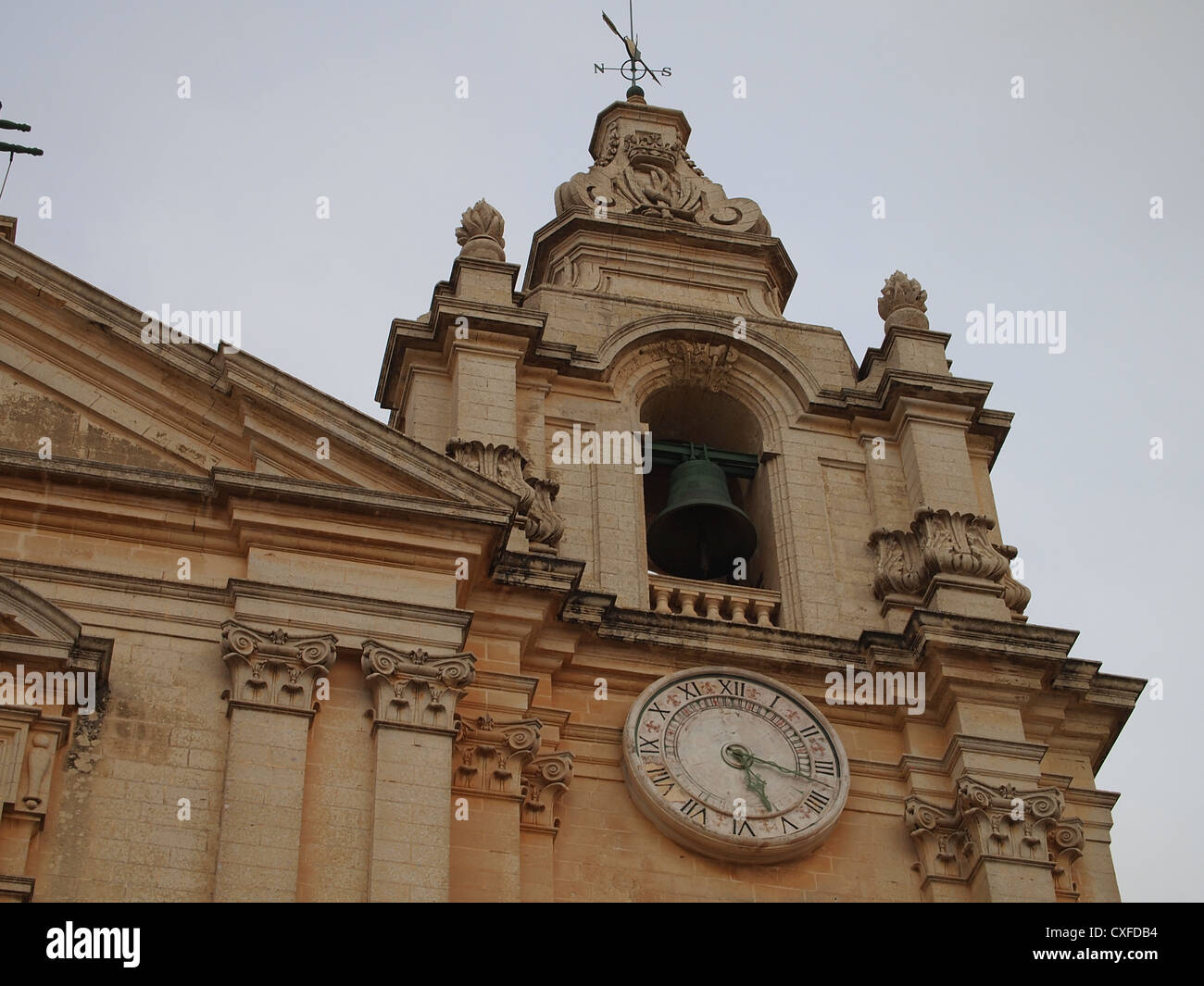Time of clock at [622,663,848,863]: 5:17
